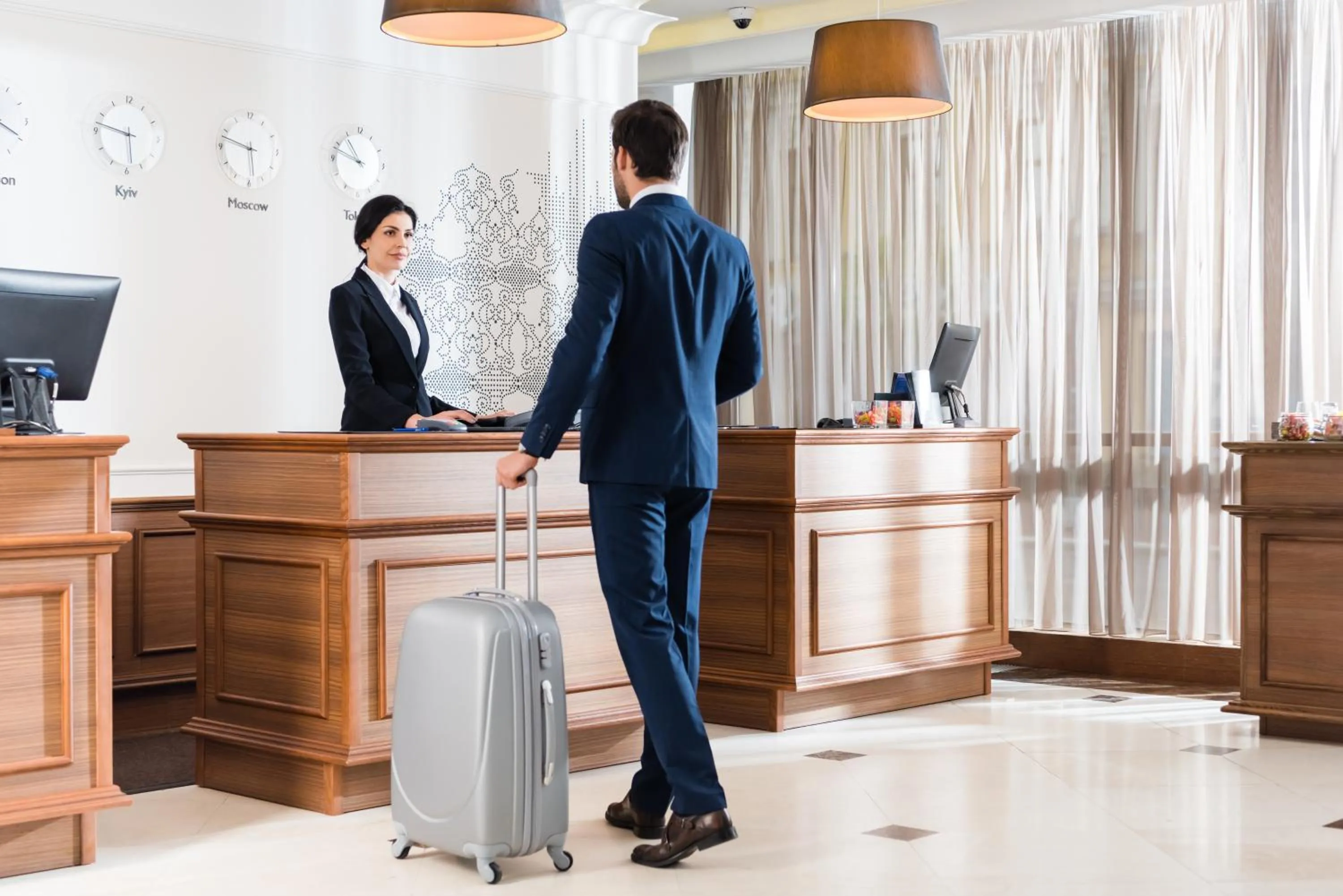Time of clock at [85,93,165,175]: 5:47
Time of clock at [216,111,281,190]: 5:47
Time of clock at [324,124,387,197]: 10:48
